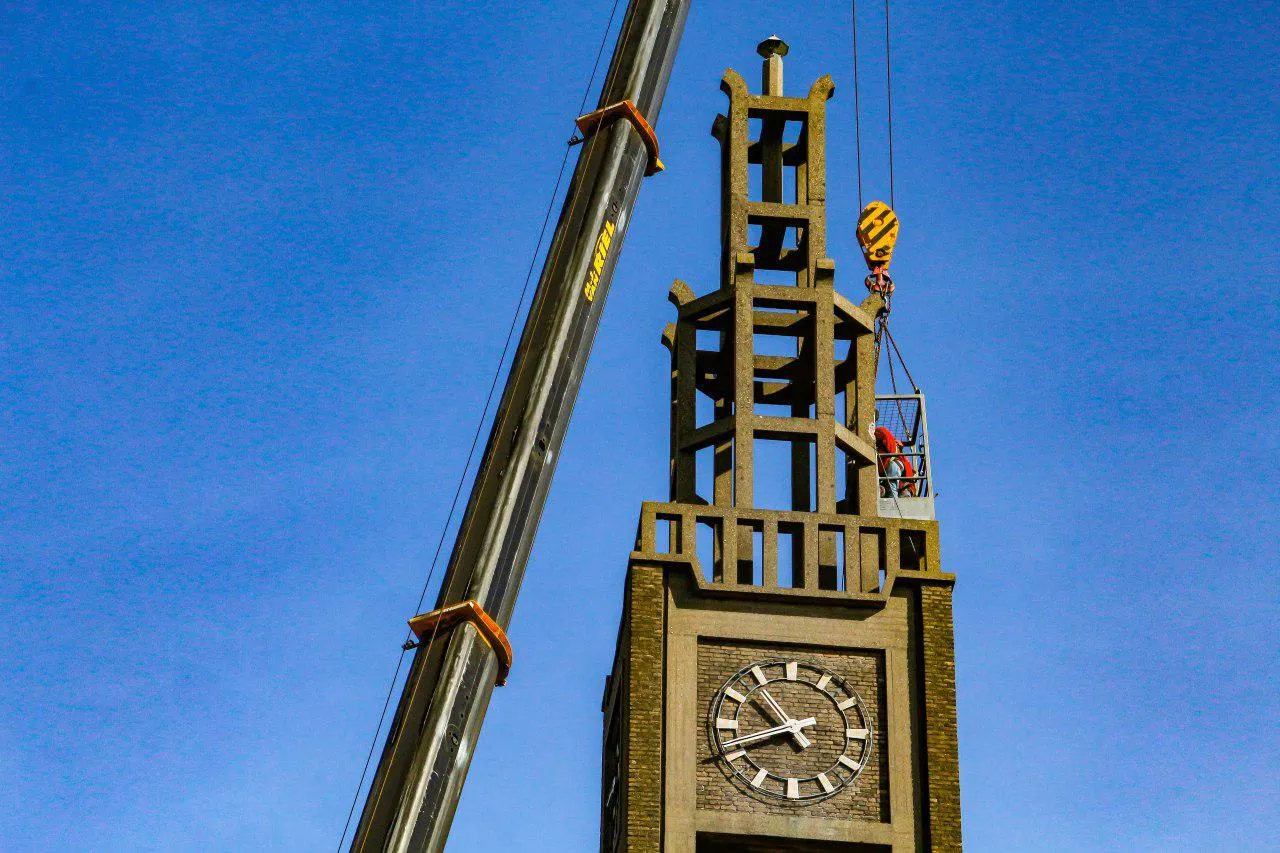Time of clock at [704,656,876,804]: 10:41
